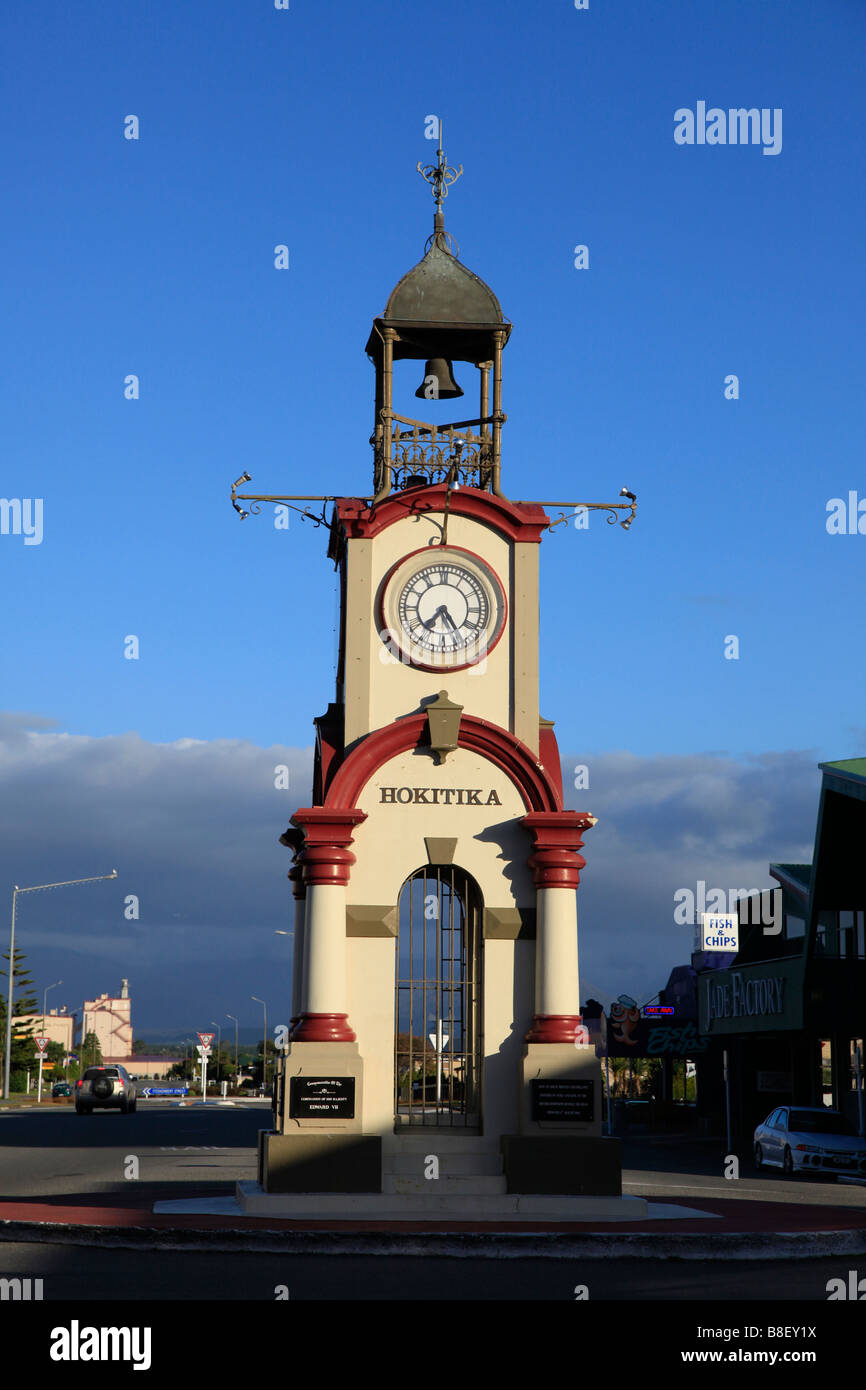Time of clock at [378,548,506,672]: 7:23
